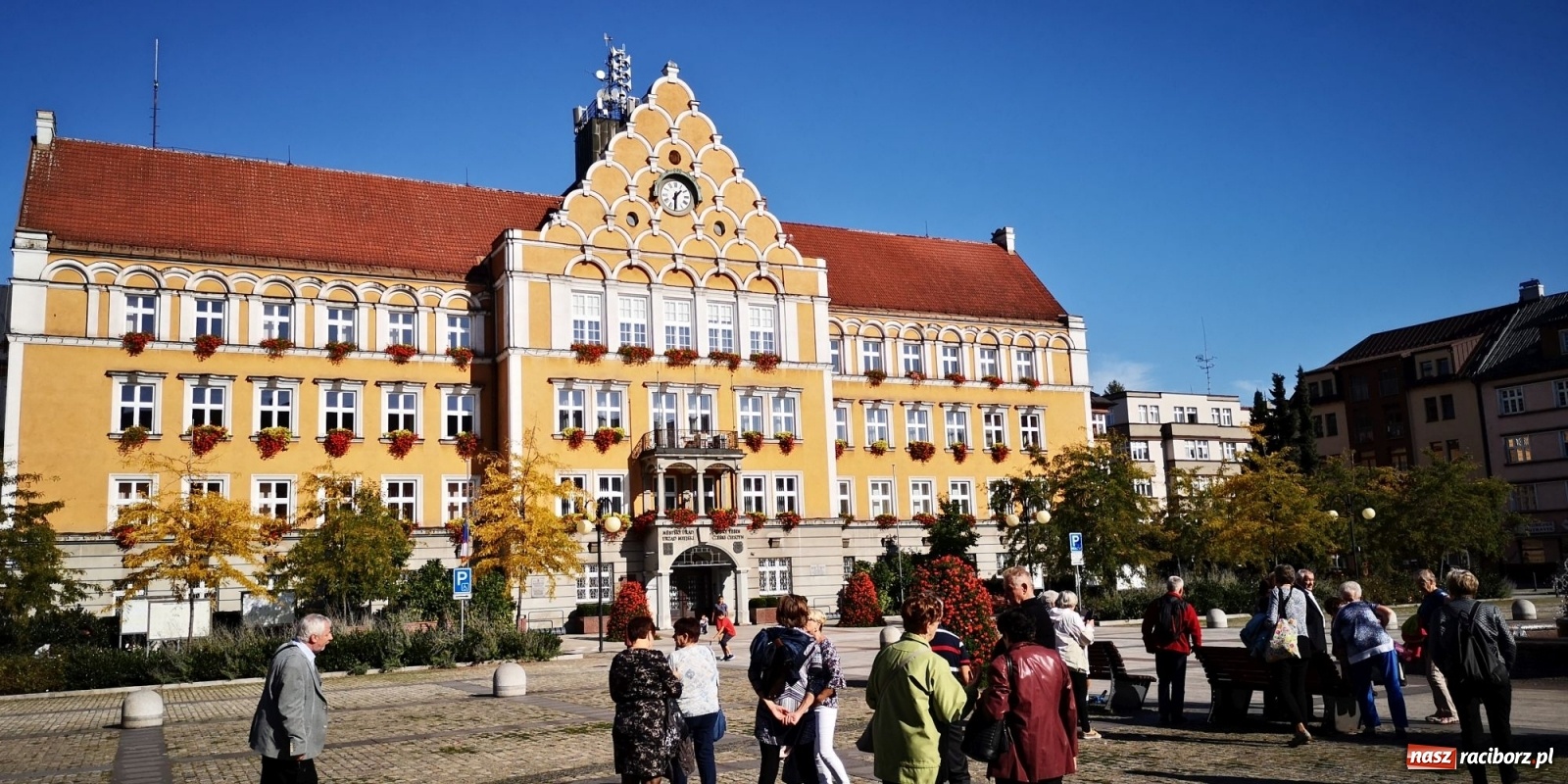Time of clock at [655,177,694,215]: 1:30
